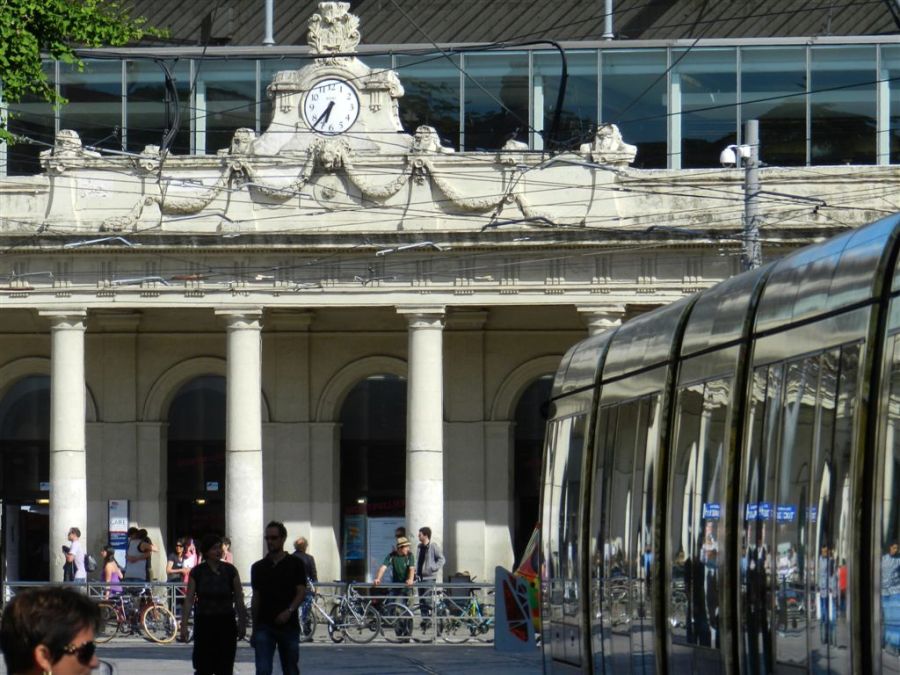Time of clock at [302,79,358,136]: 6:36
